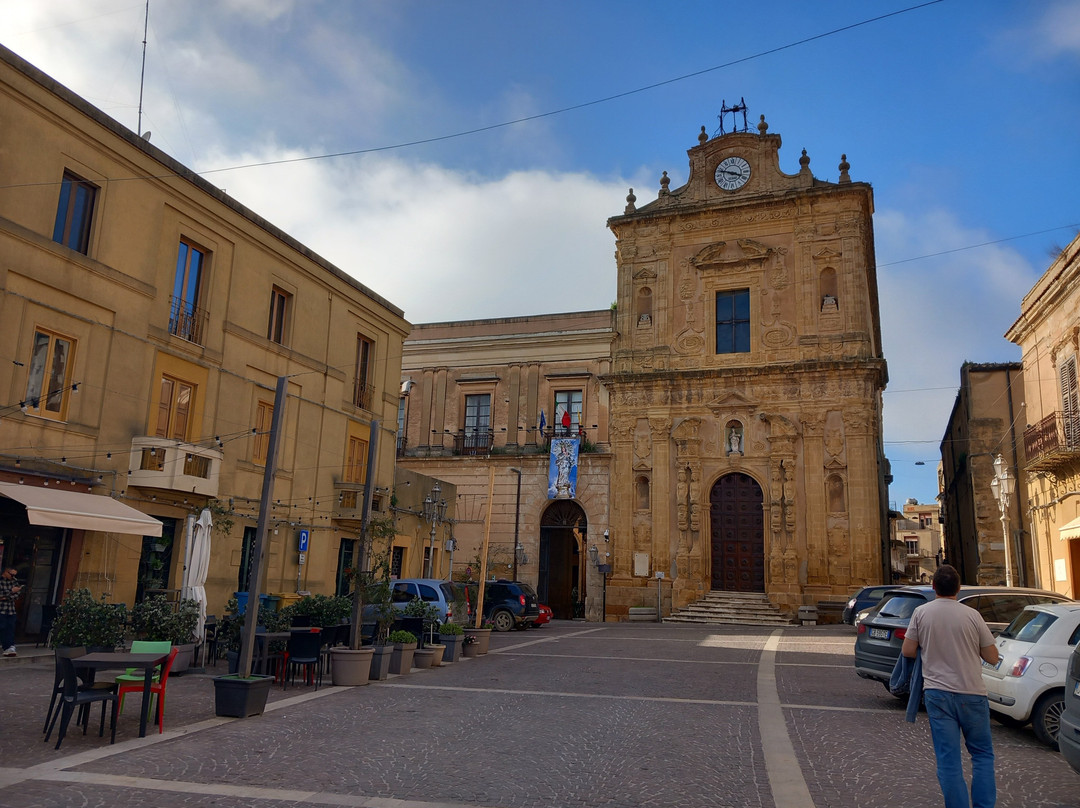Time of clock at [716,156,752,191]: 3:47
